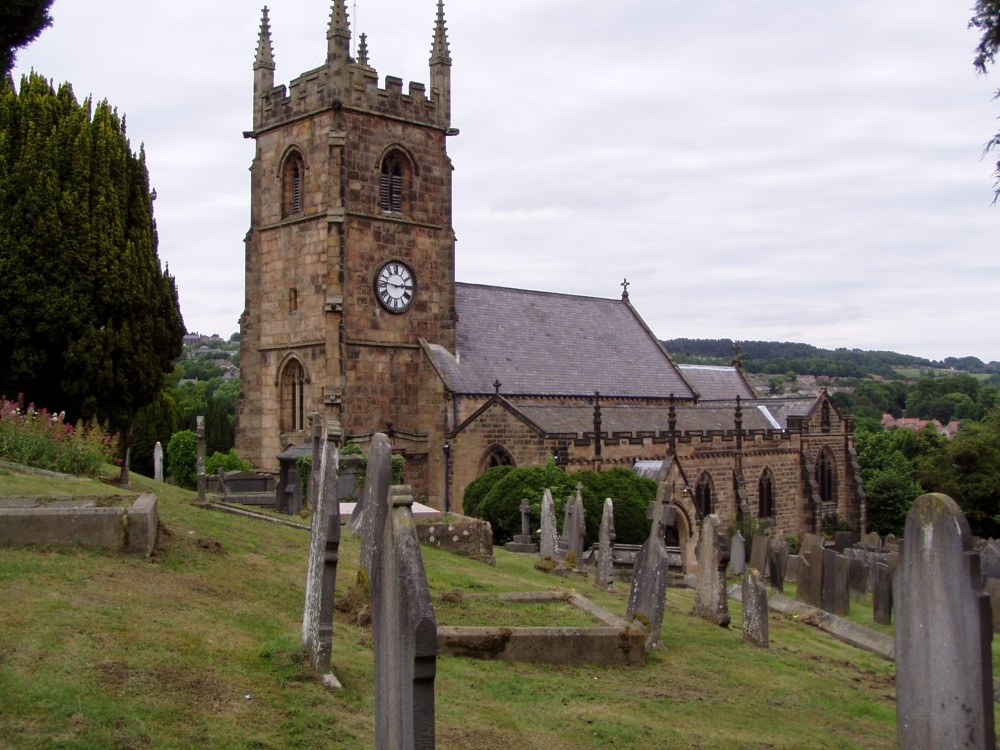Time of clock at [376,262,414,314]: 2:46
